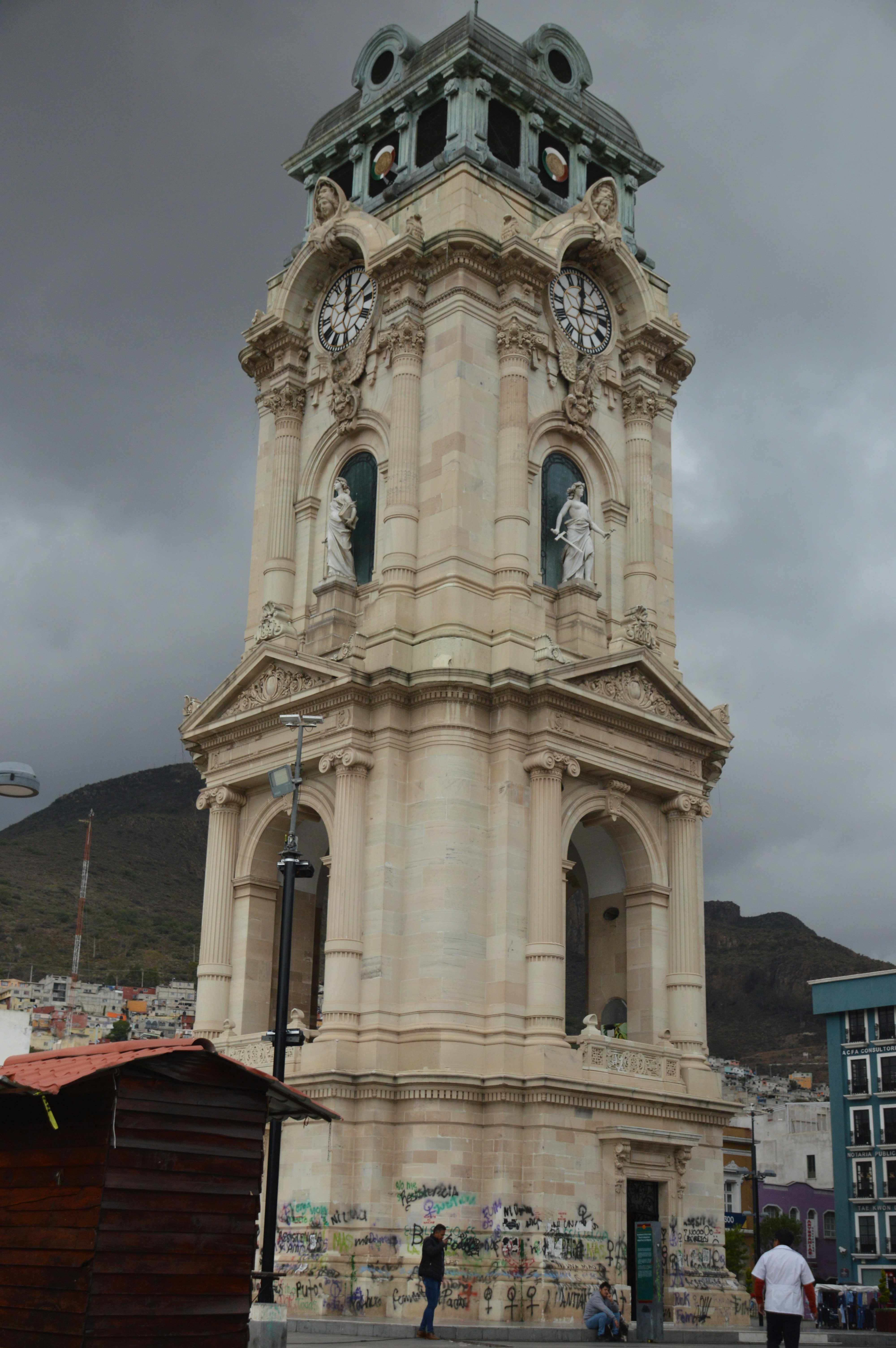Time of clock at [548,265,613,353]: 12:13
